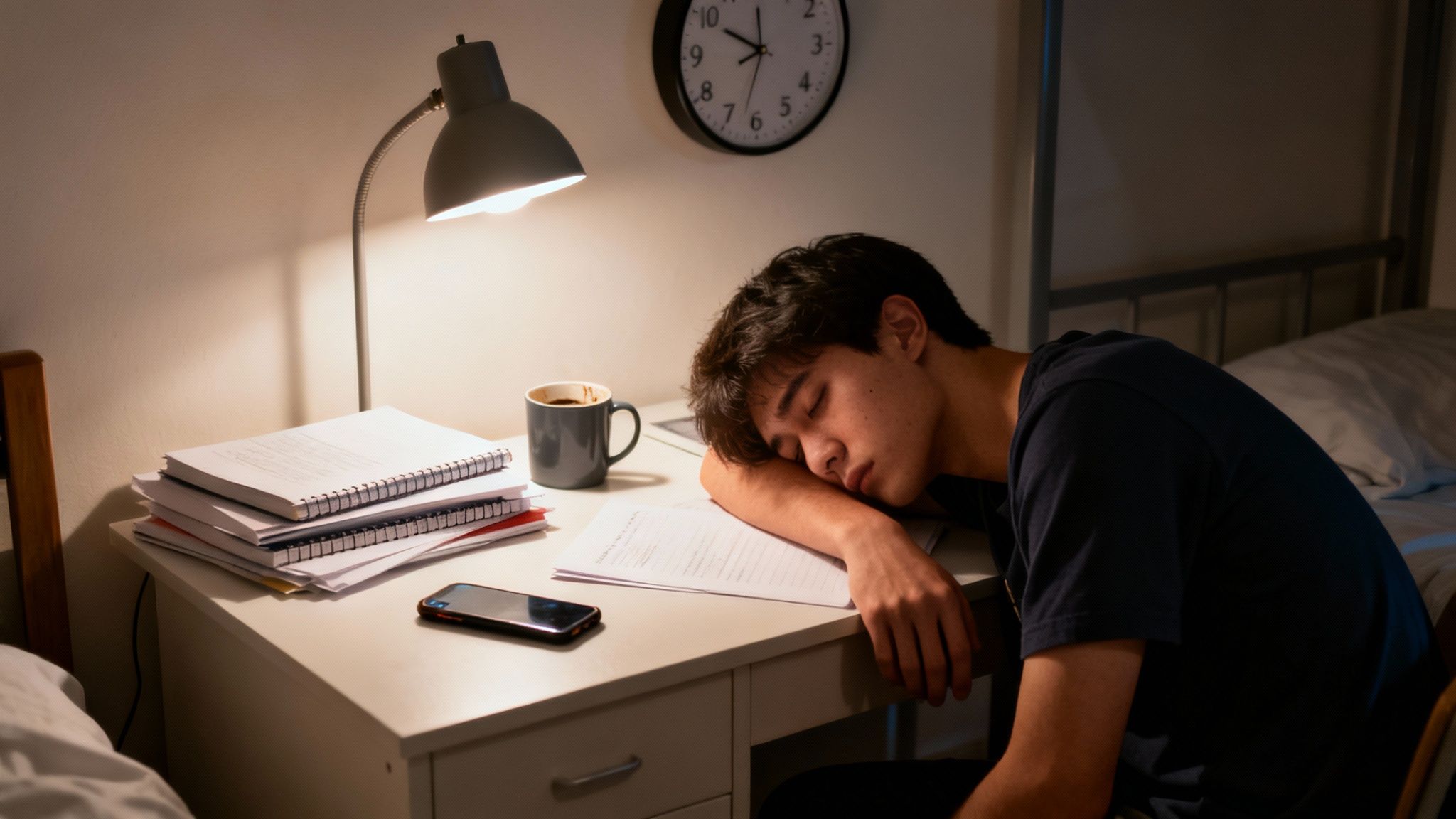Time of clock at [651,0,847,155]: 11:49
